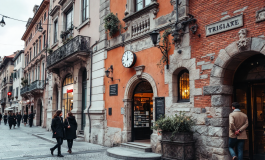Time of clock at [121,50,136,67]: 7:59
